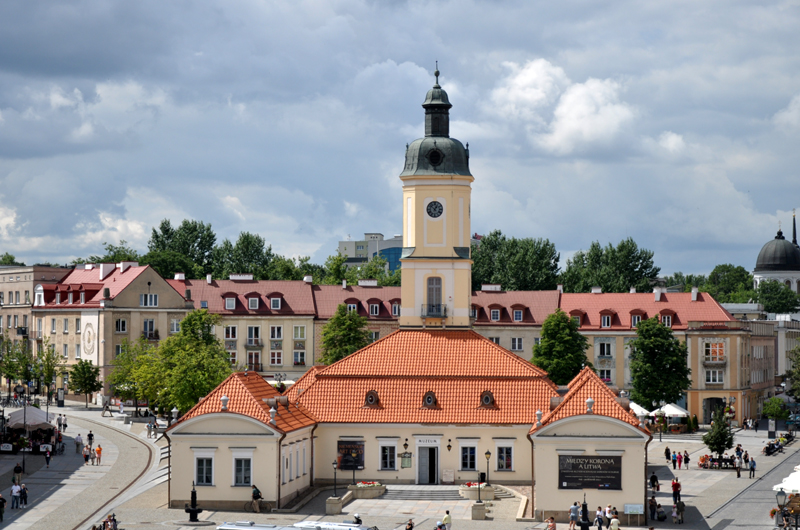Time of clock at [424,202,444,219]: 12:52
